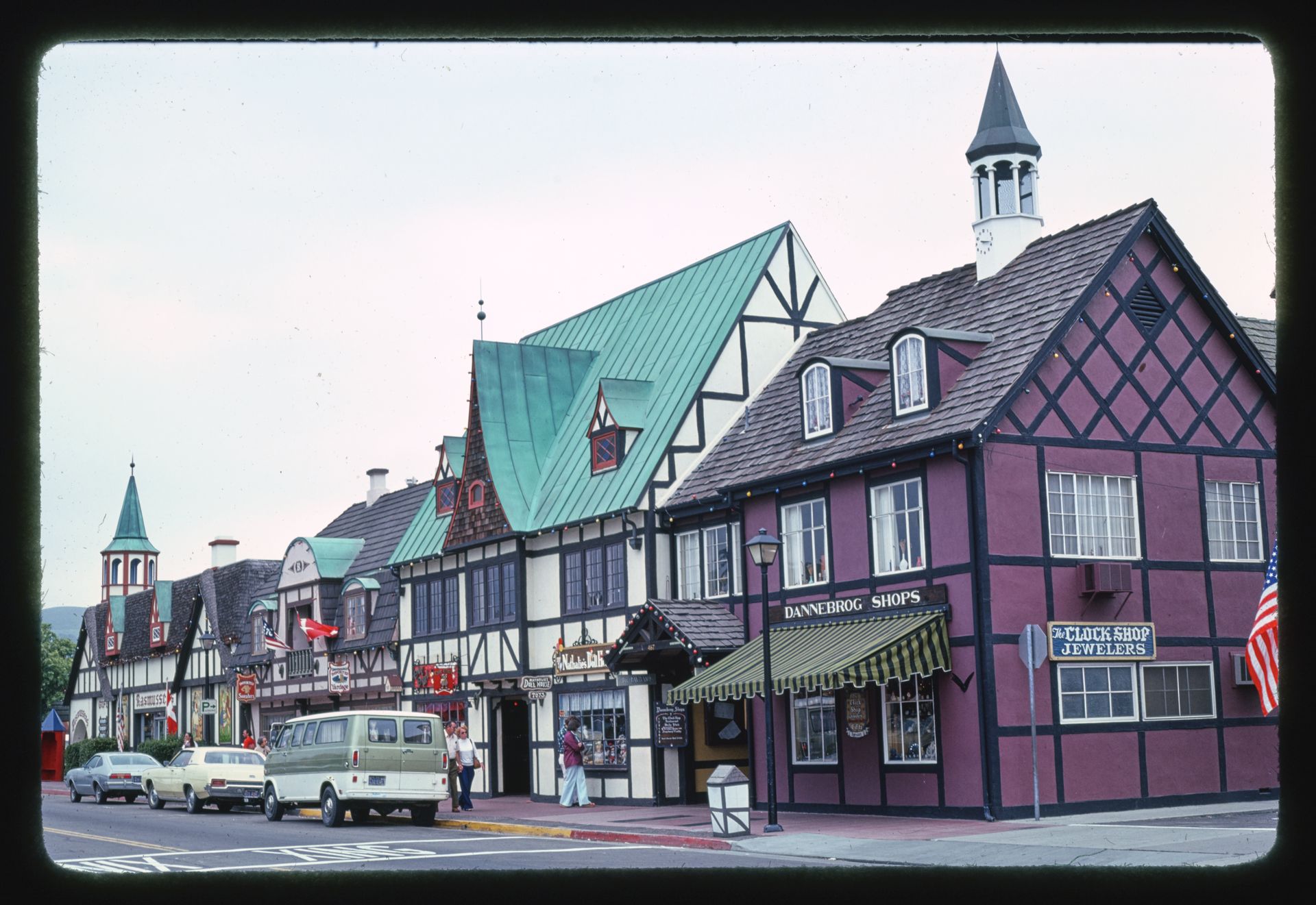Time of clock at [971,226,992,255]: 3:17
